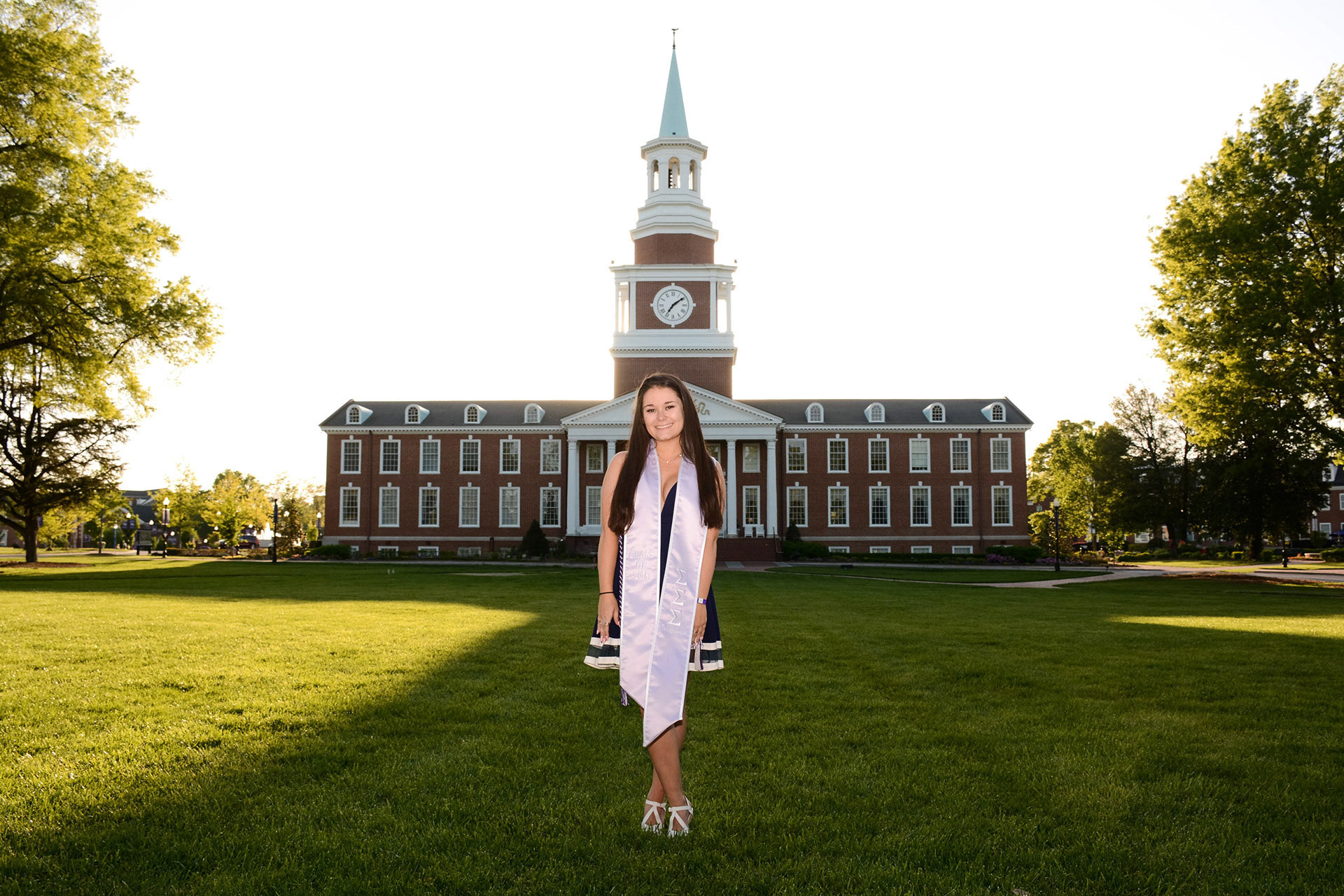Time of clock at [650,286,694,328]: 7:08
